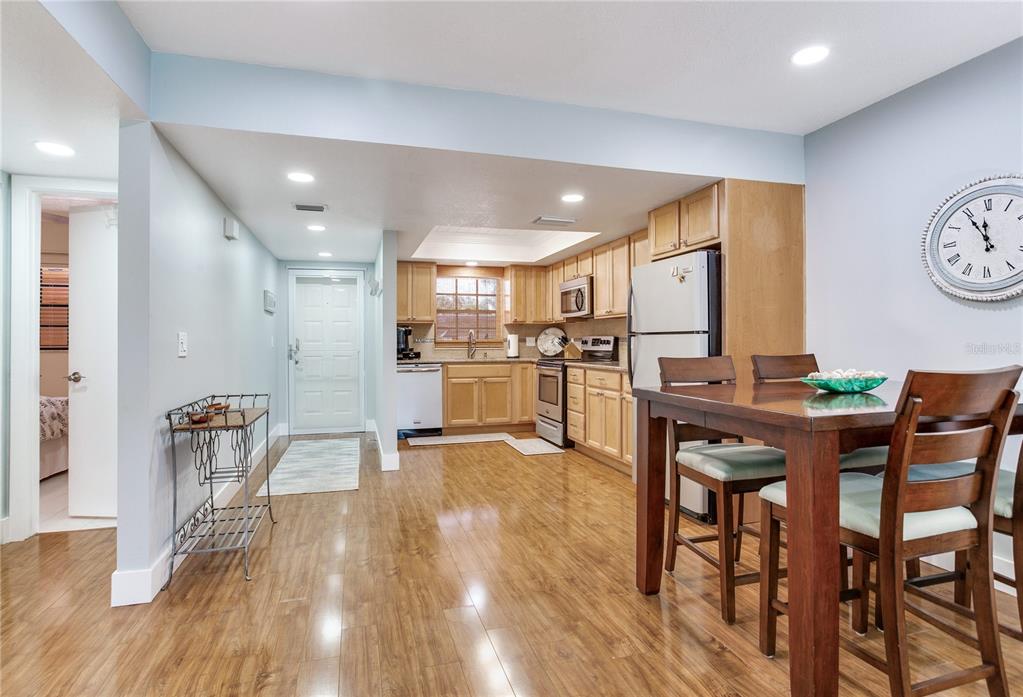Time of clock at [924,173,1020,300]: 11:54
